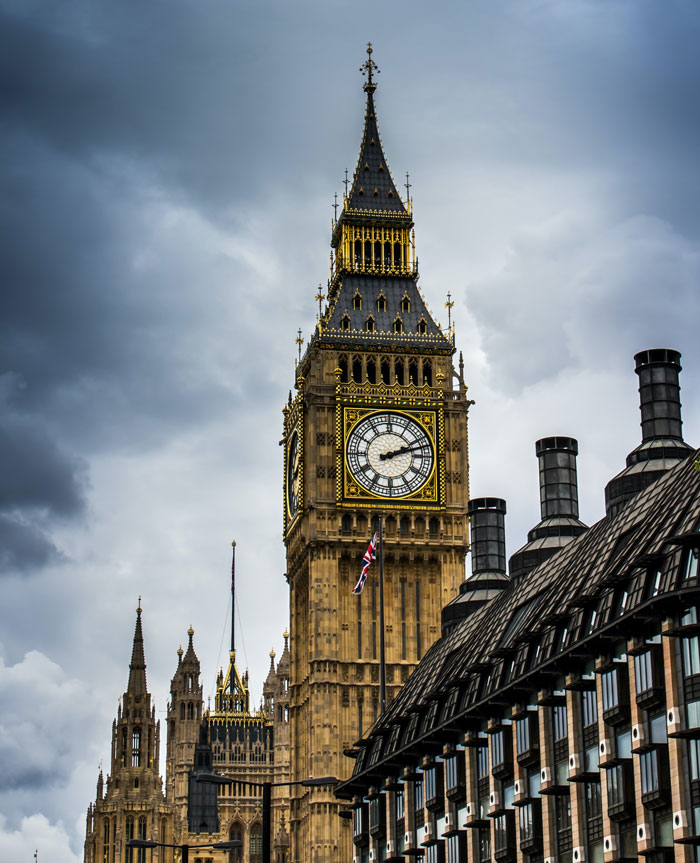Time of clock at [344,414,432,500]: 2:12
